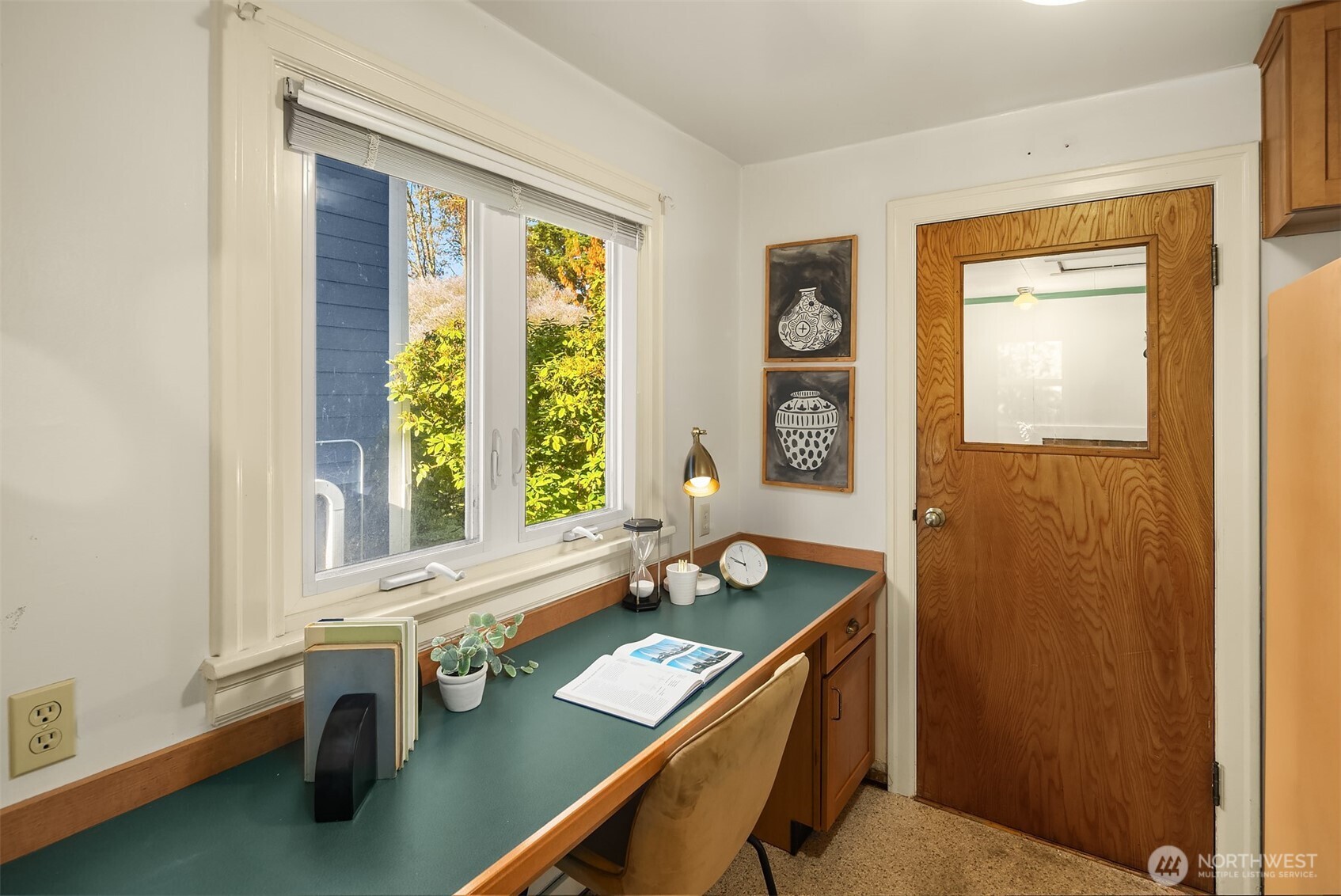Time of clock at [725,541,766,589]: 9:50
